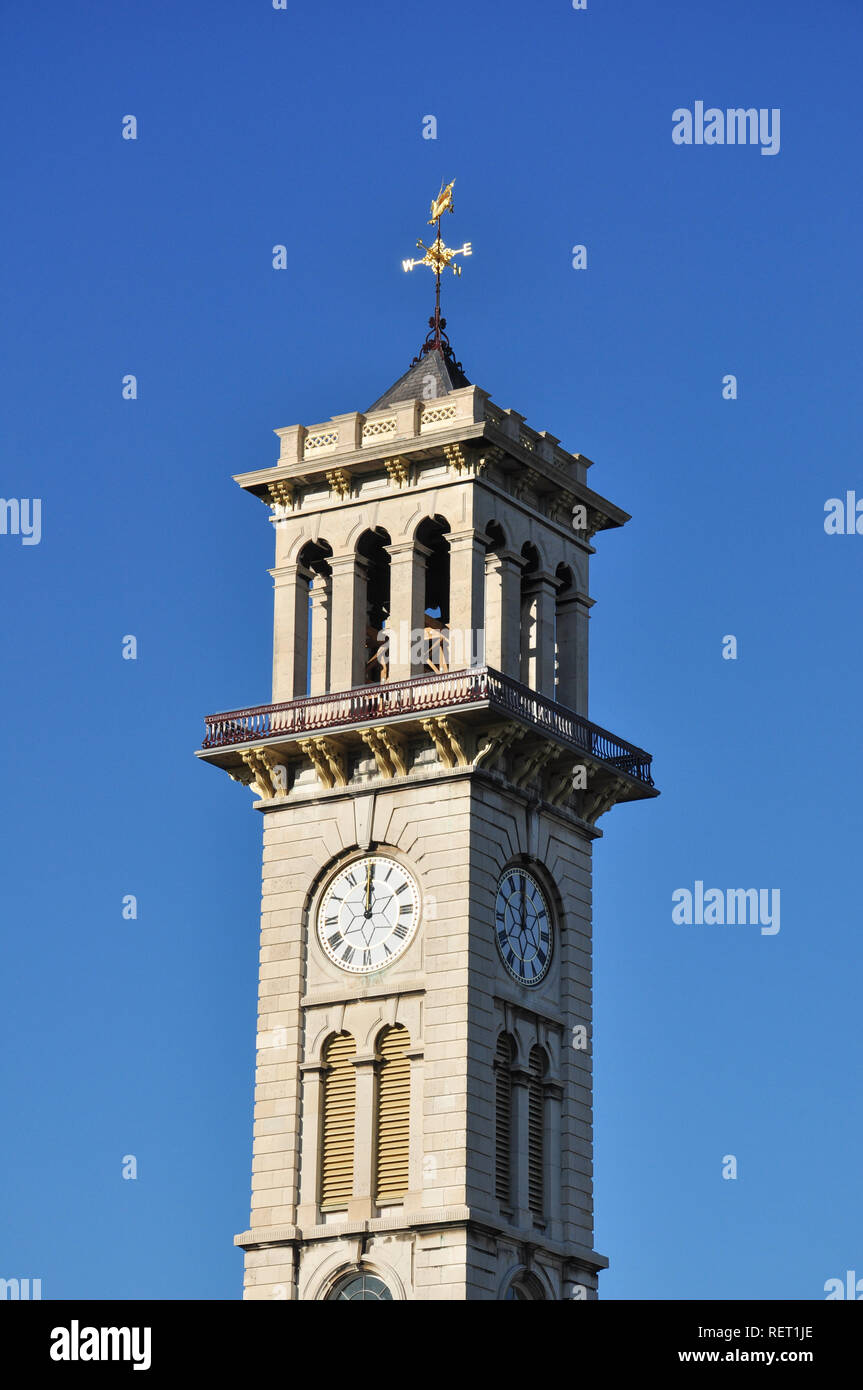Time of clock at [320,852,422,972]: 12:00
